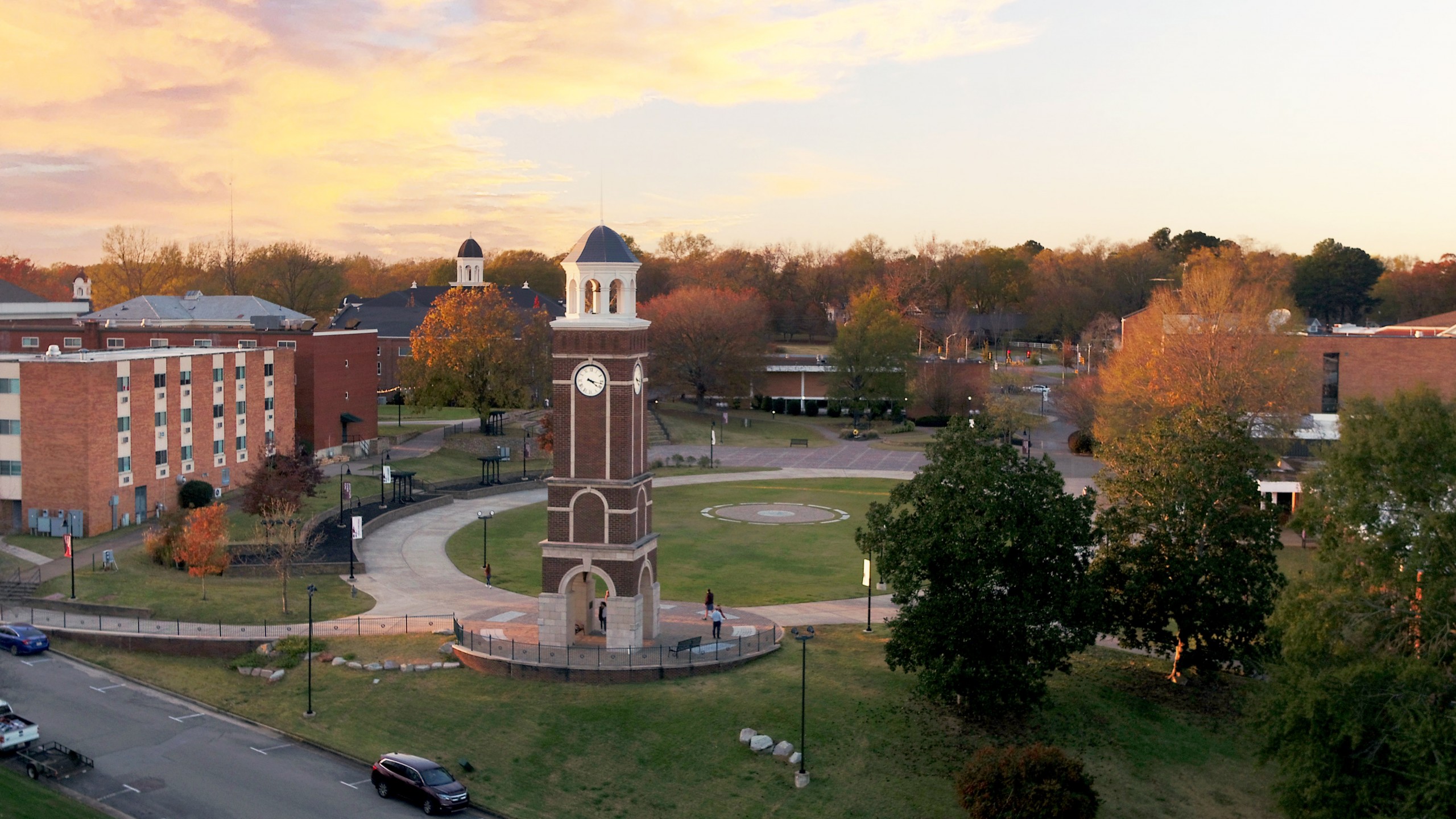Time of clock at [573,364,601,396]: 4:17
